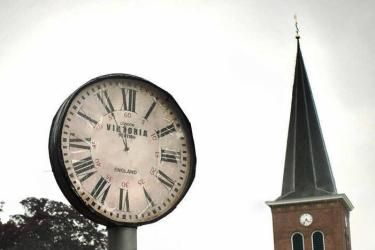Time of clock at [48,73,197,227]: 12:55
